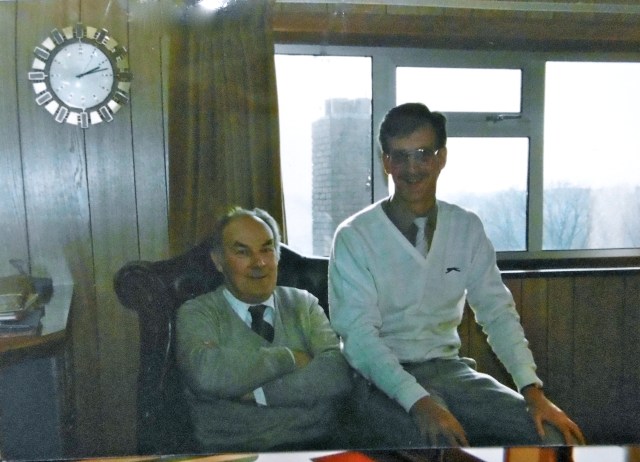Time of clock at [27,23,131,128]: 2:12
